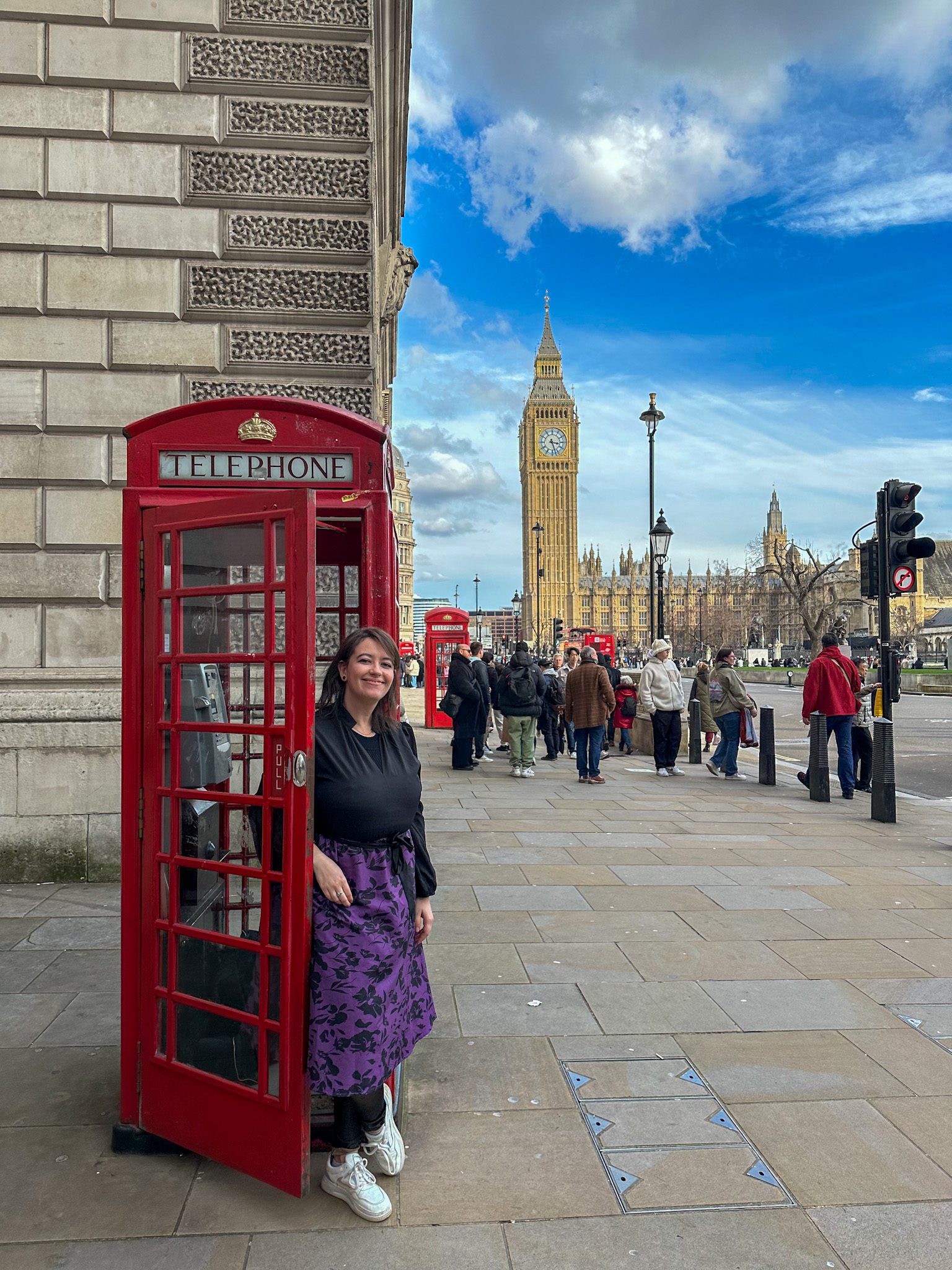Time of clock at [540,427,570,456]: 3:27
